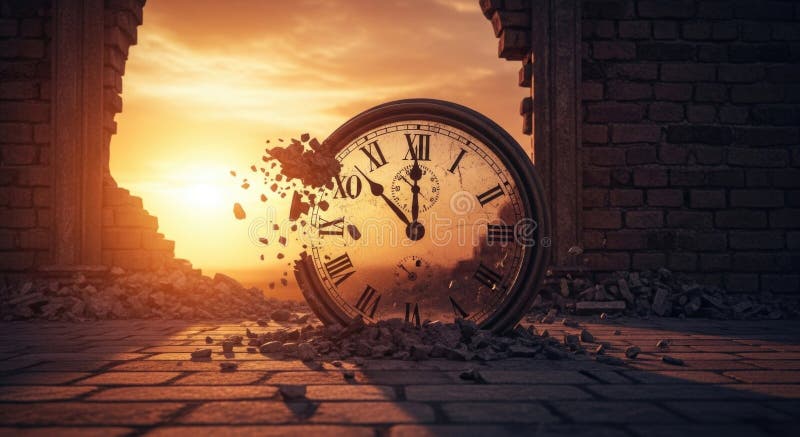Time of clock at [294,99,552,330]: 11:52
